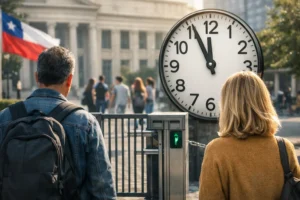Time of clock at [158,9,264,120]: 11:55
